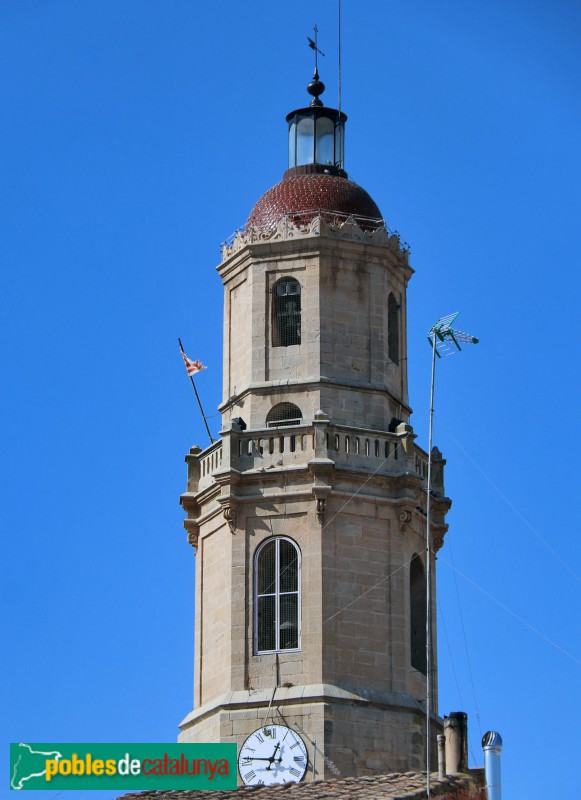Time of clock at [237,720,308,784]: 12:46
